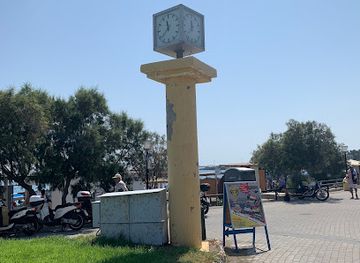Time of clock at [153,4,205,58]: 11:37
